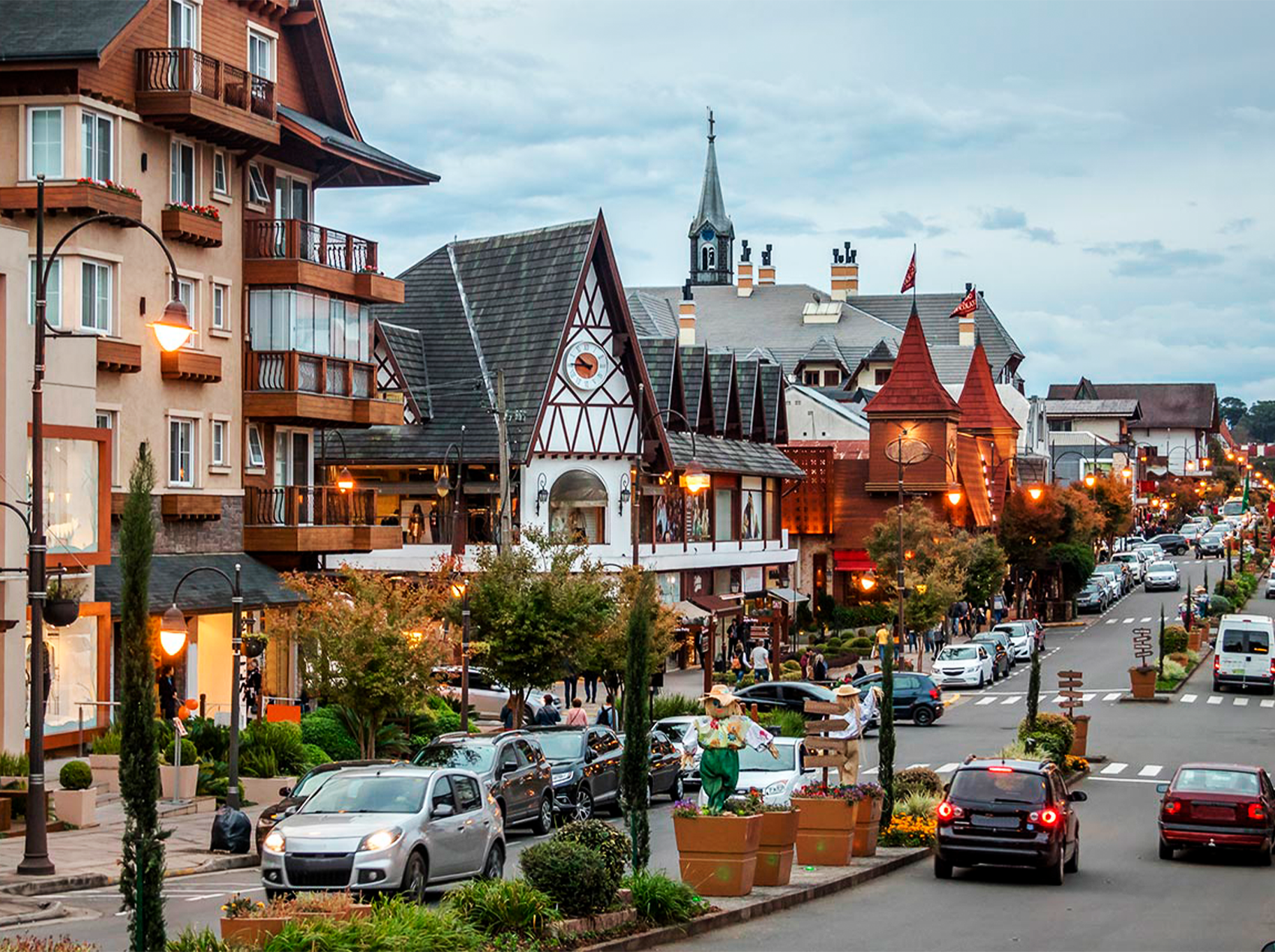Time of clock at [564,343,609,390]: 10:45
